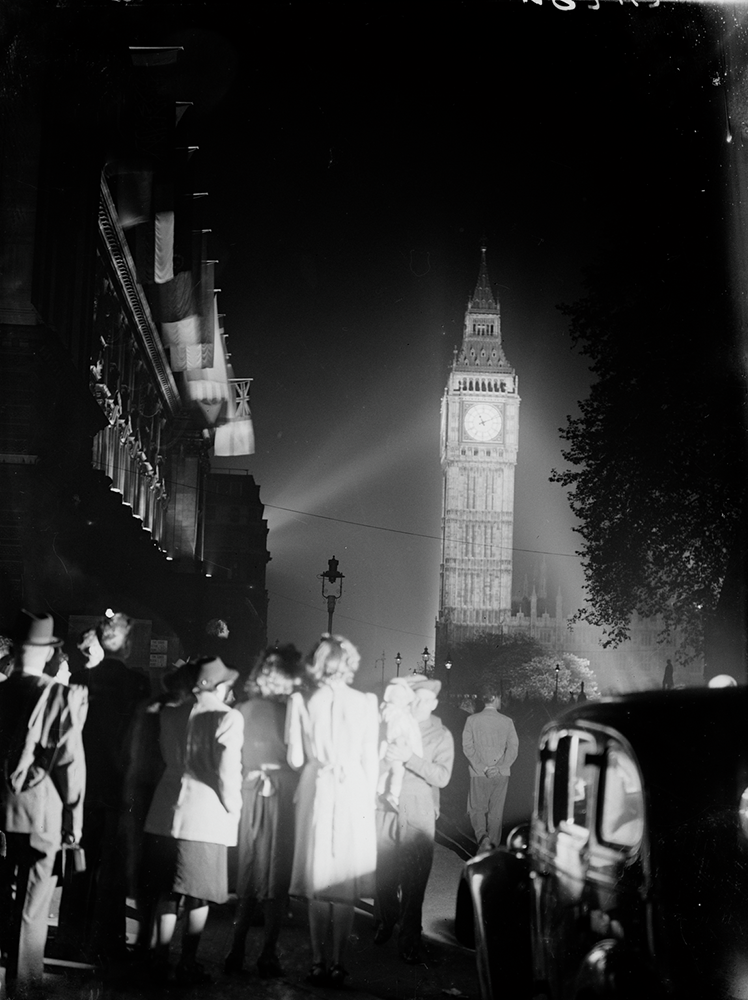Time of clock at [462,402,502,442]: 11:11
